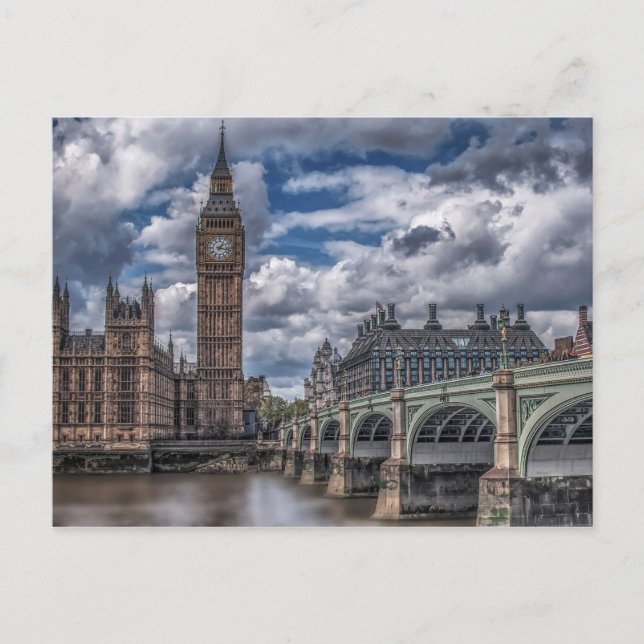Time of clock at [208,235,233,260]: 1:16
